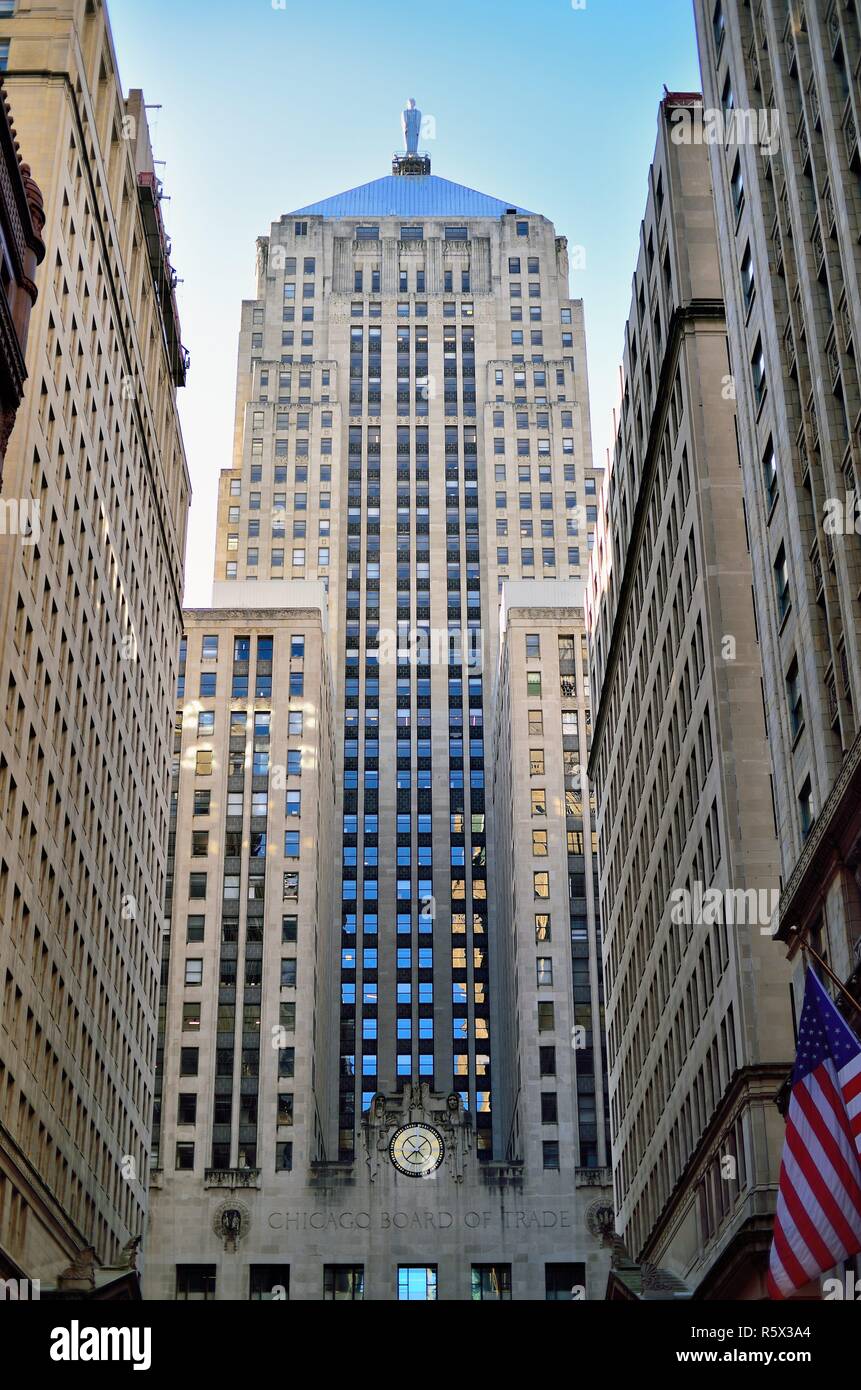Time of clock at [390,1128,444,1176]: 1:37
